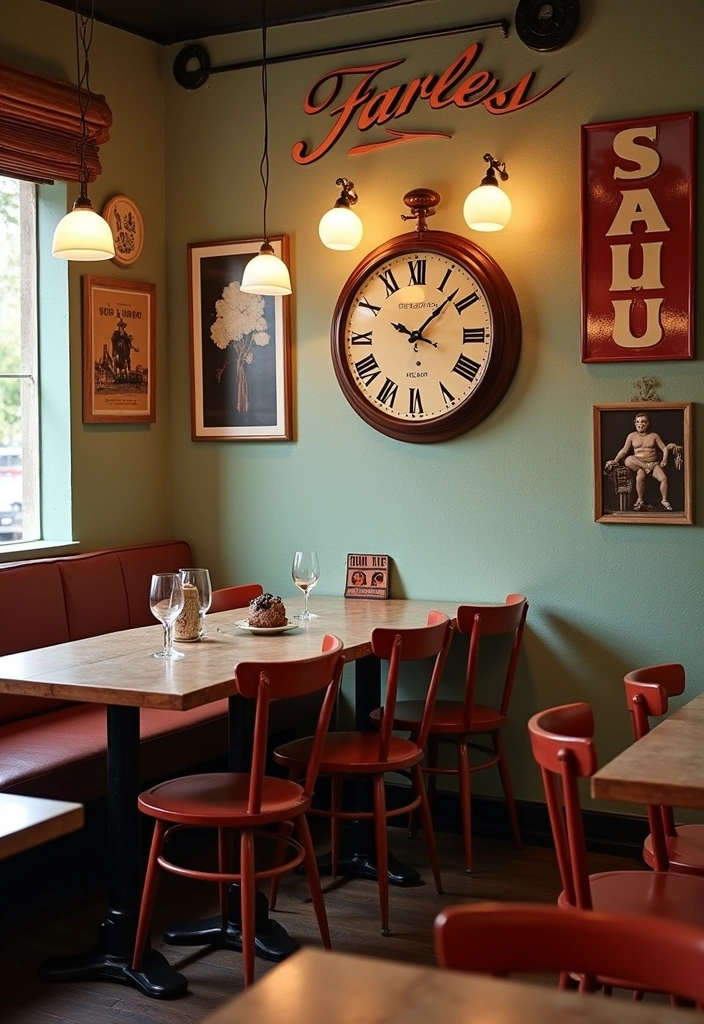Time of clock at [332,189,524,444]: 10:07
